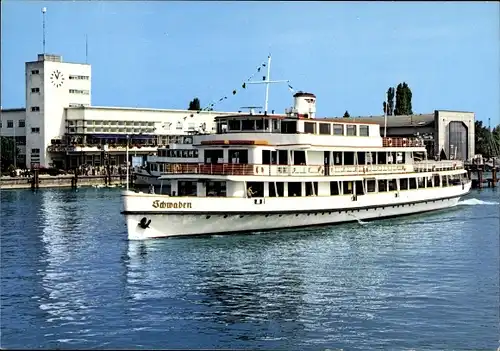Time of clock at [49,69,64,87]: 11:03
